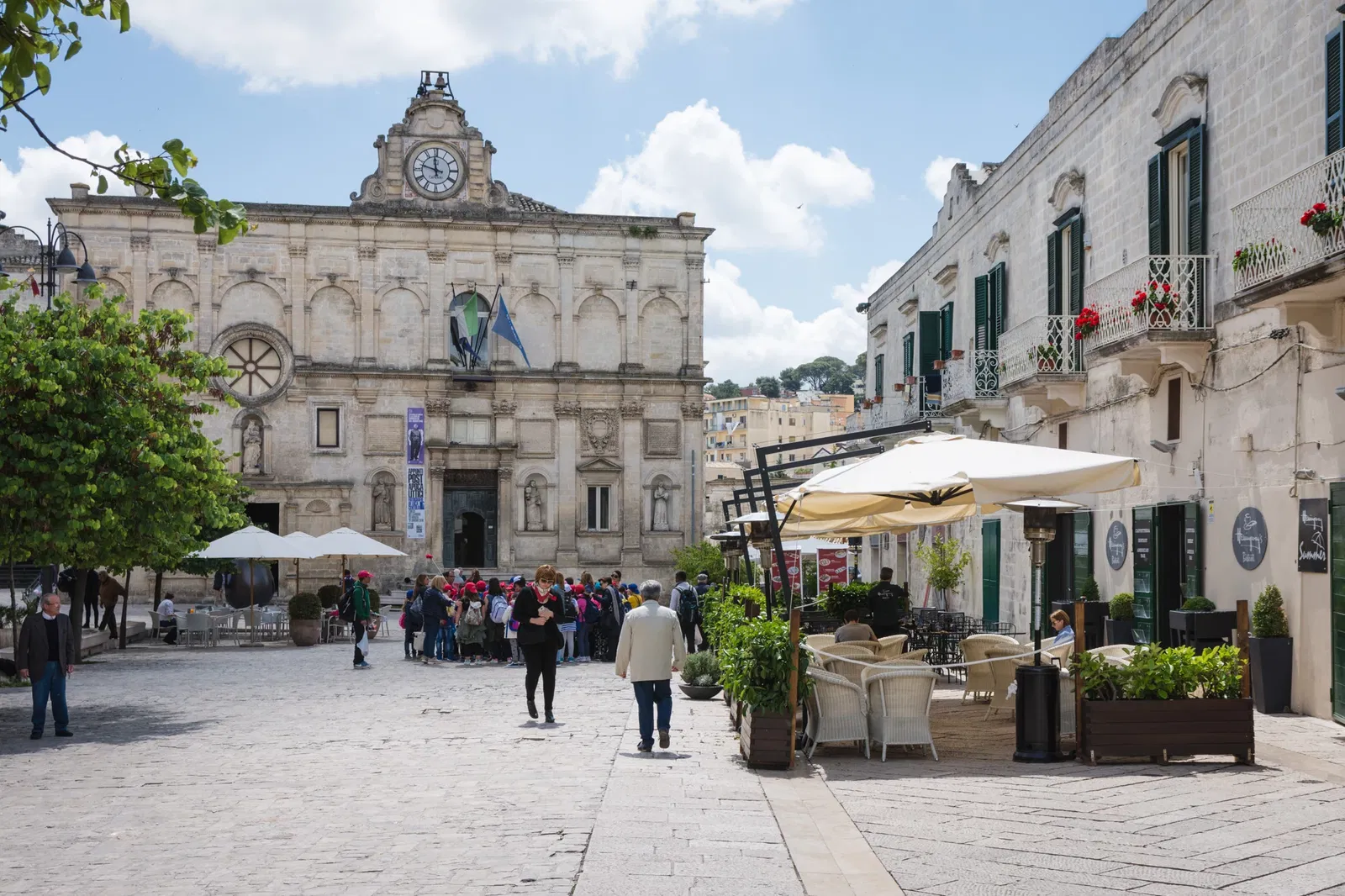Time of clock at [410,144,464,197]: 11:47
